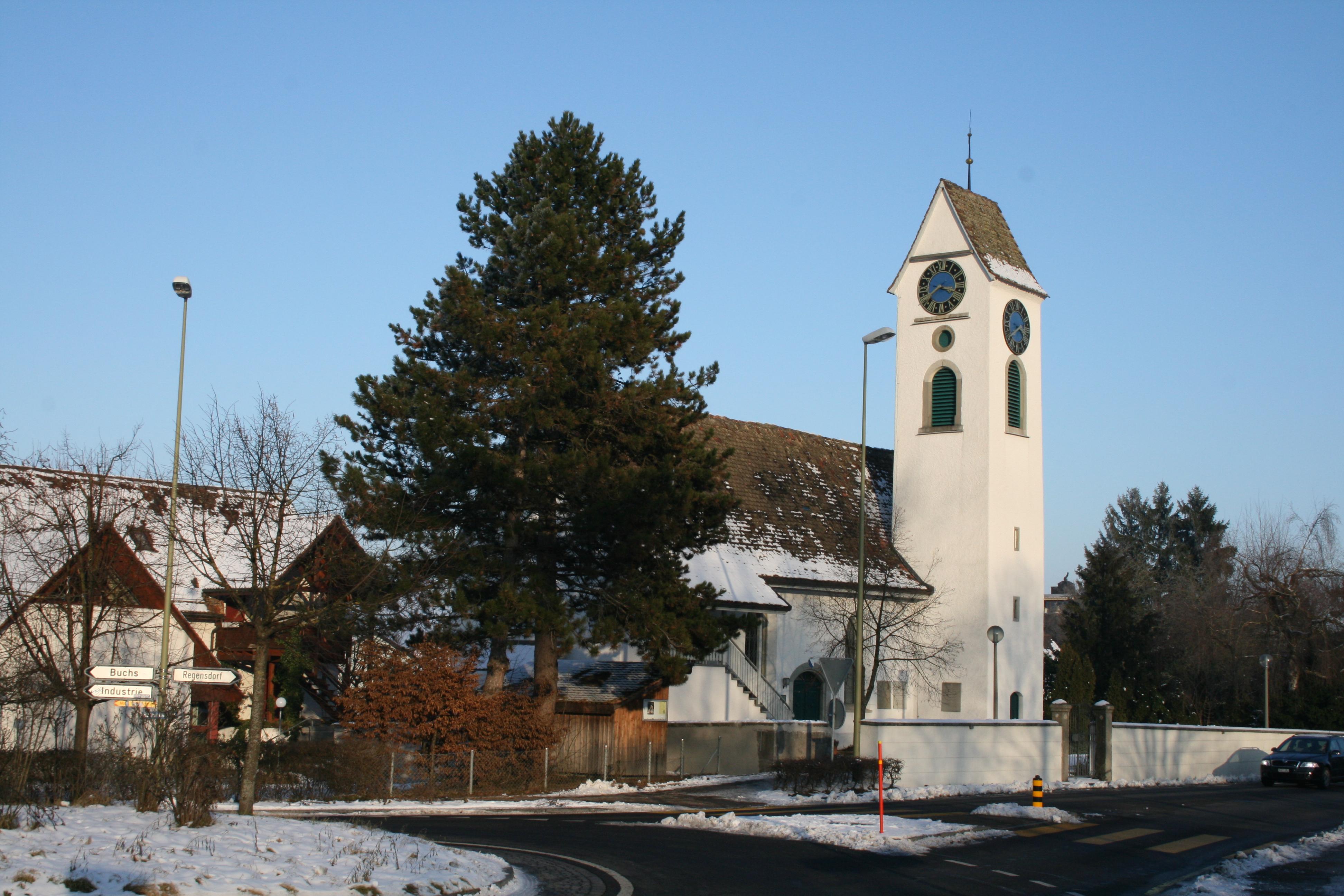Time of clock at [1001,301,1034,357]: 3:40
